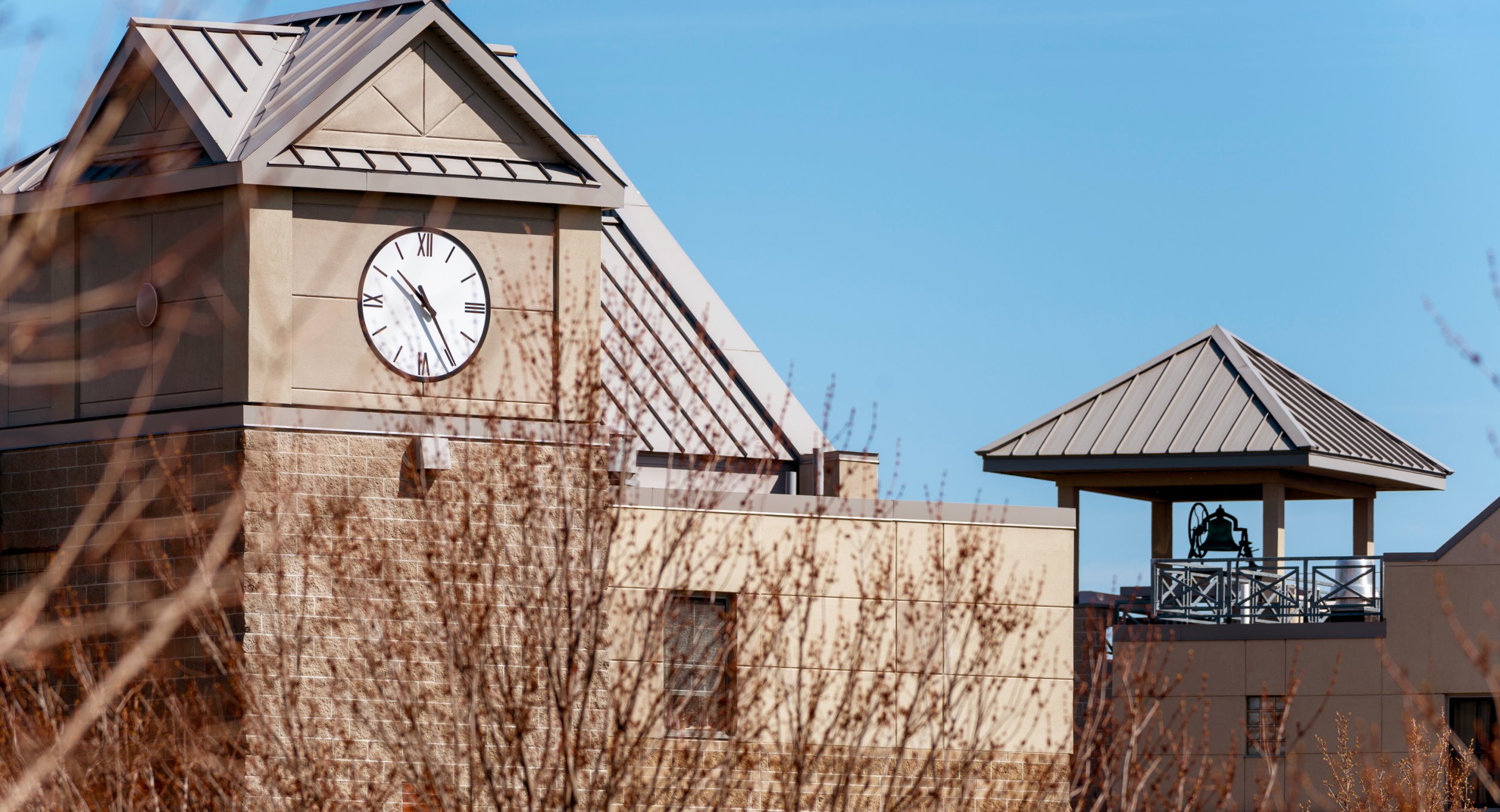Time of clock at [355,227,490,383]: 10:24
